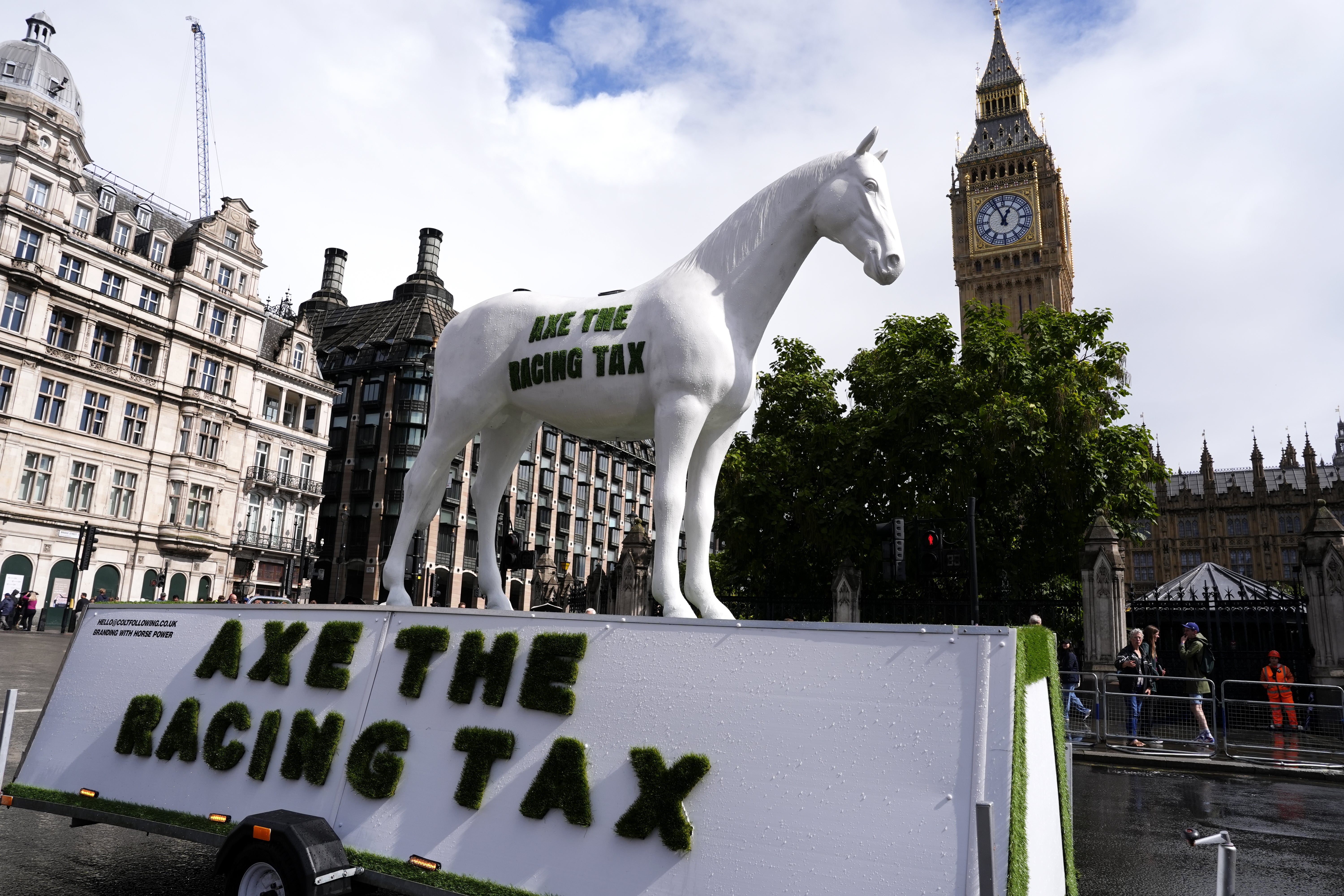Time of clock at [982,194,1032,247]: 12:57
